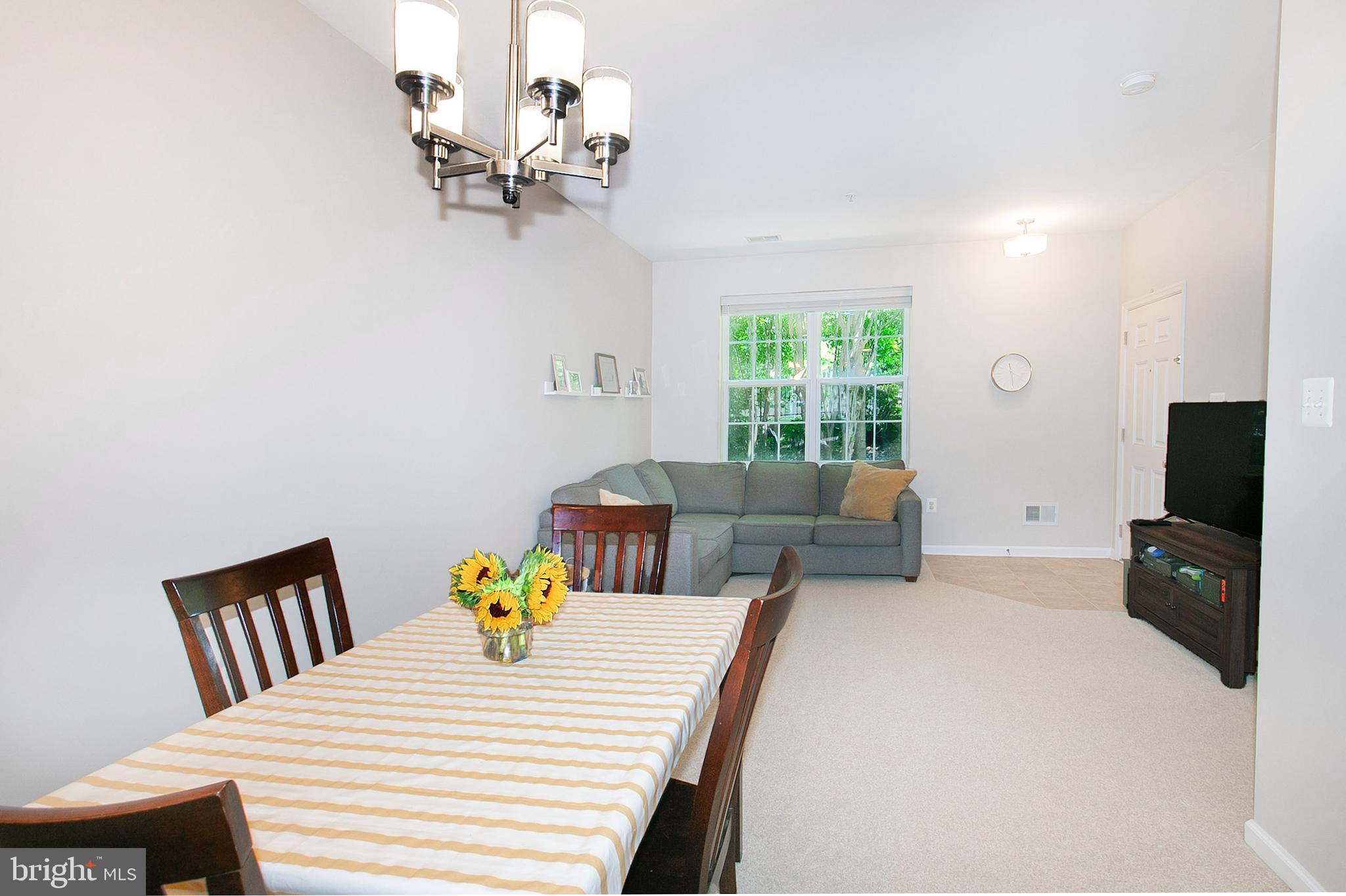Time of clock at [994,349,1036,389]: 11:29
